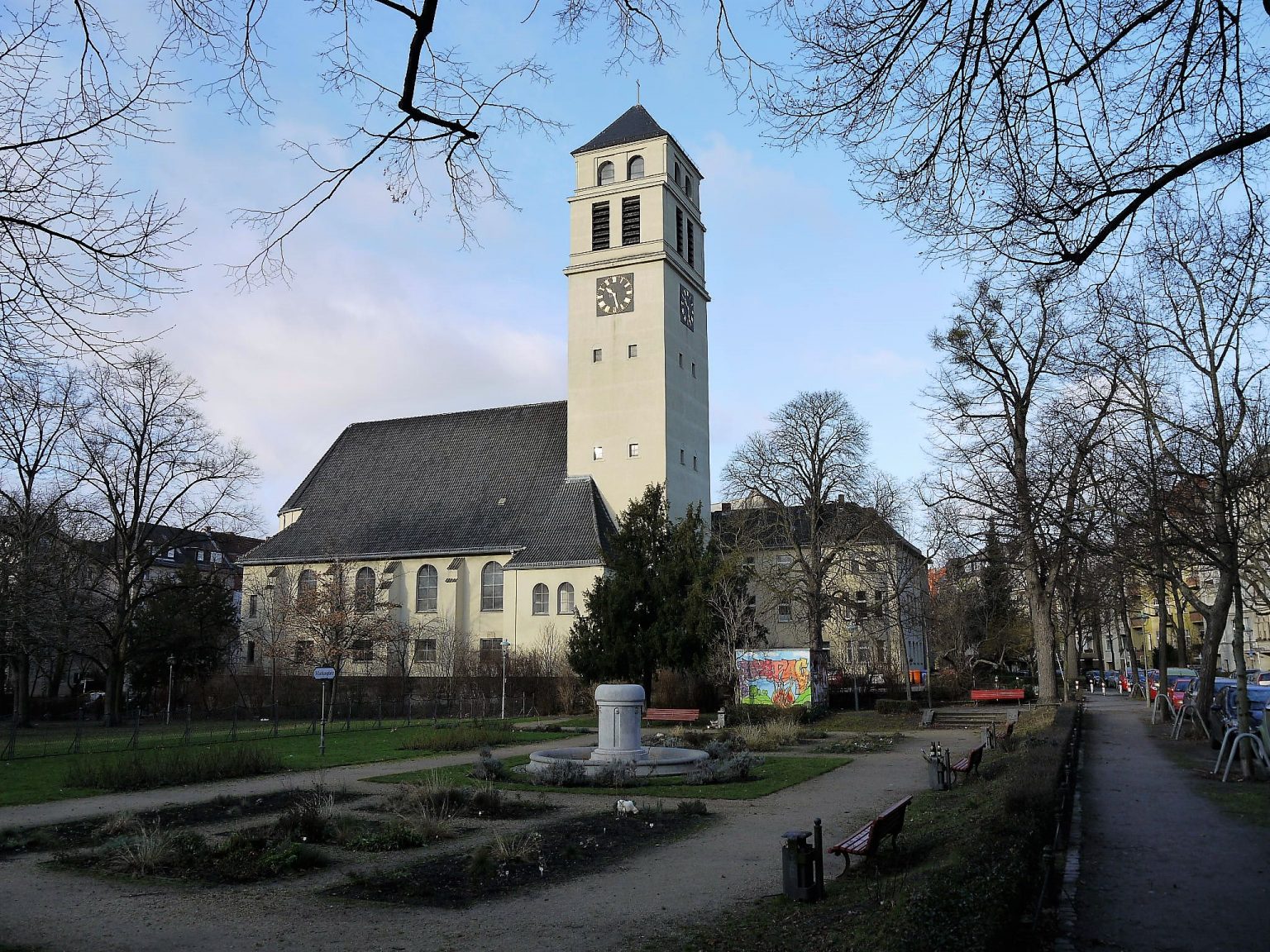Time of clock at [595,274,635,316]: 10:28
